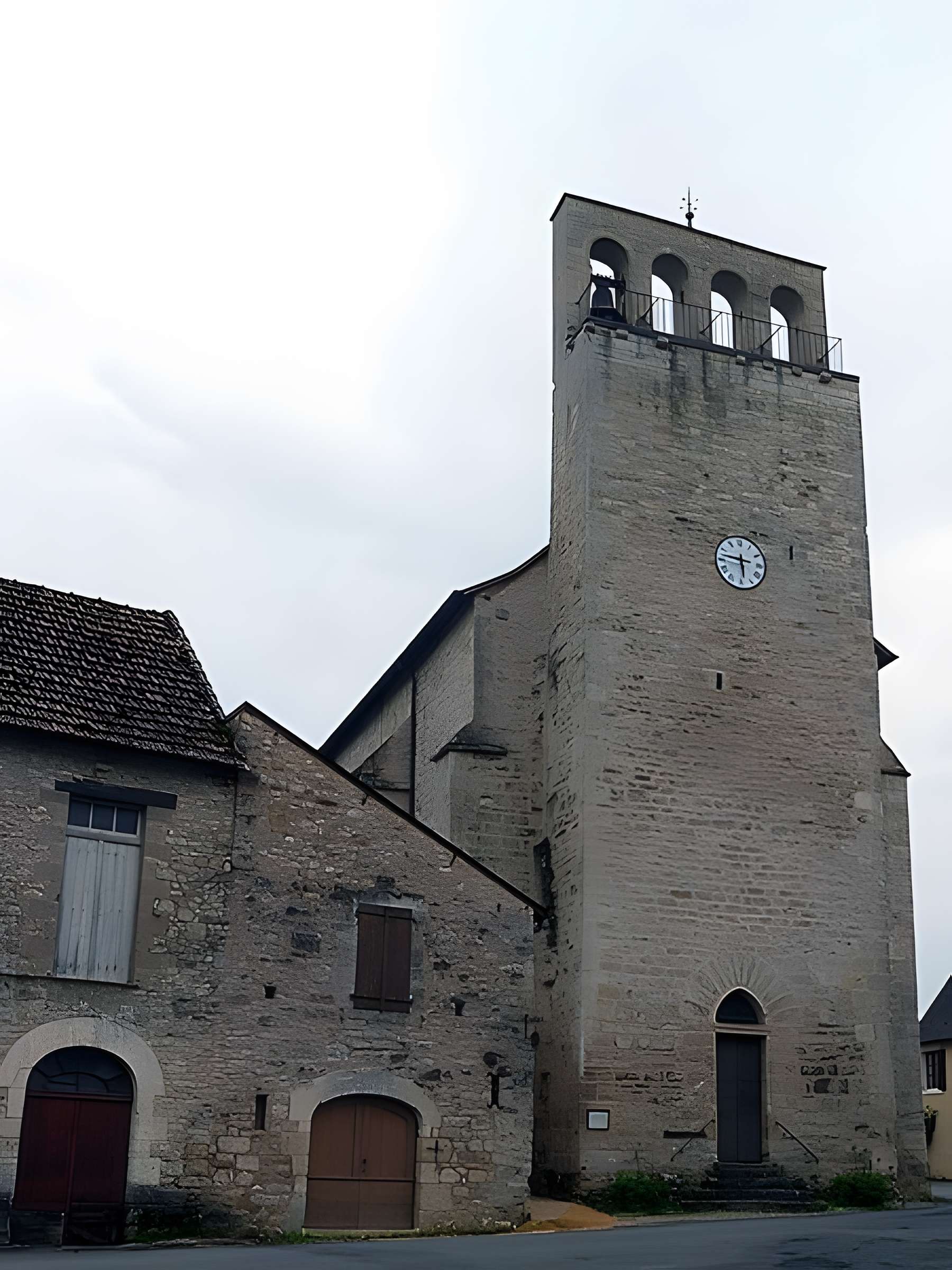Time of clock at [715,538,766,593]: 5:46
